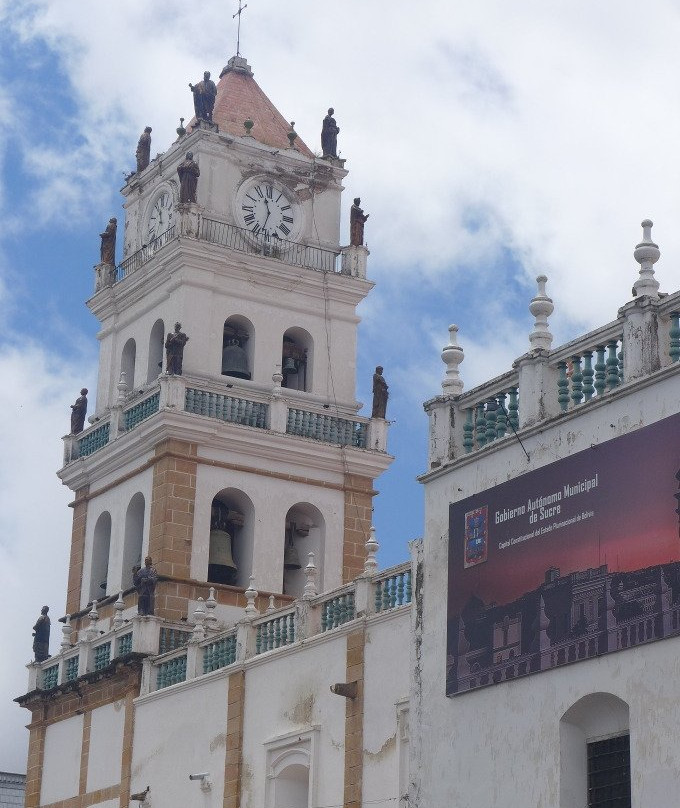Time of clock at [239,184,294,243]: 11:32
